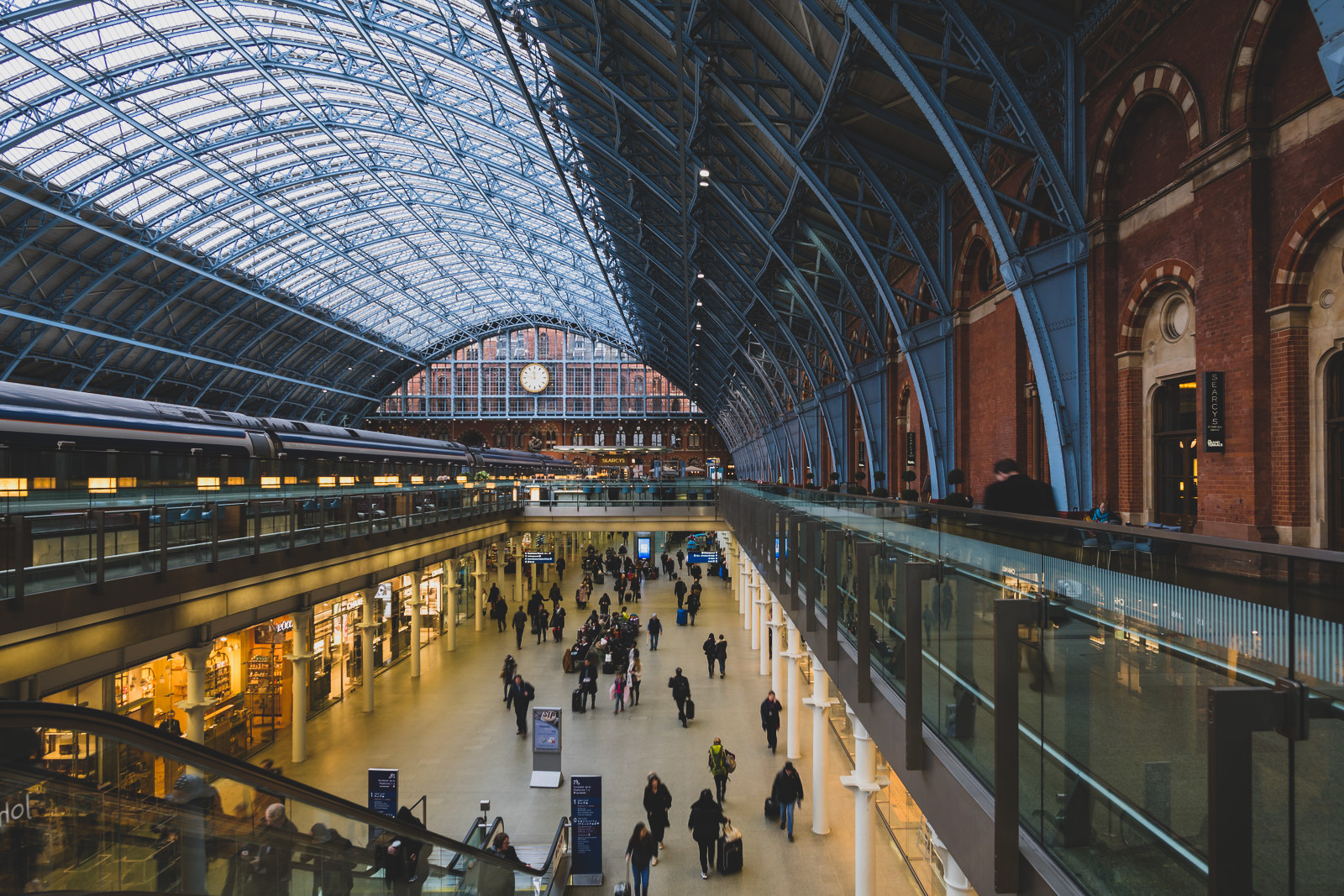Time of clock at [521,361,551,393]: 11:47
